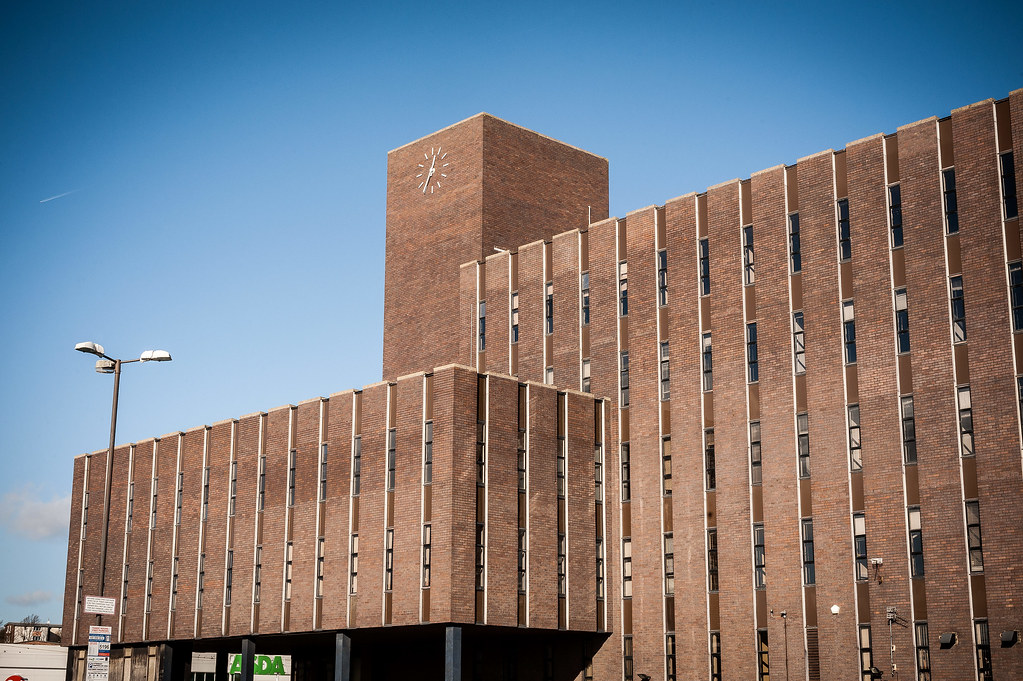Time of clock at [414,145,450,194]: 12:32
